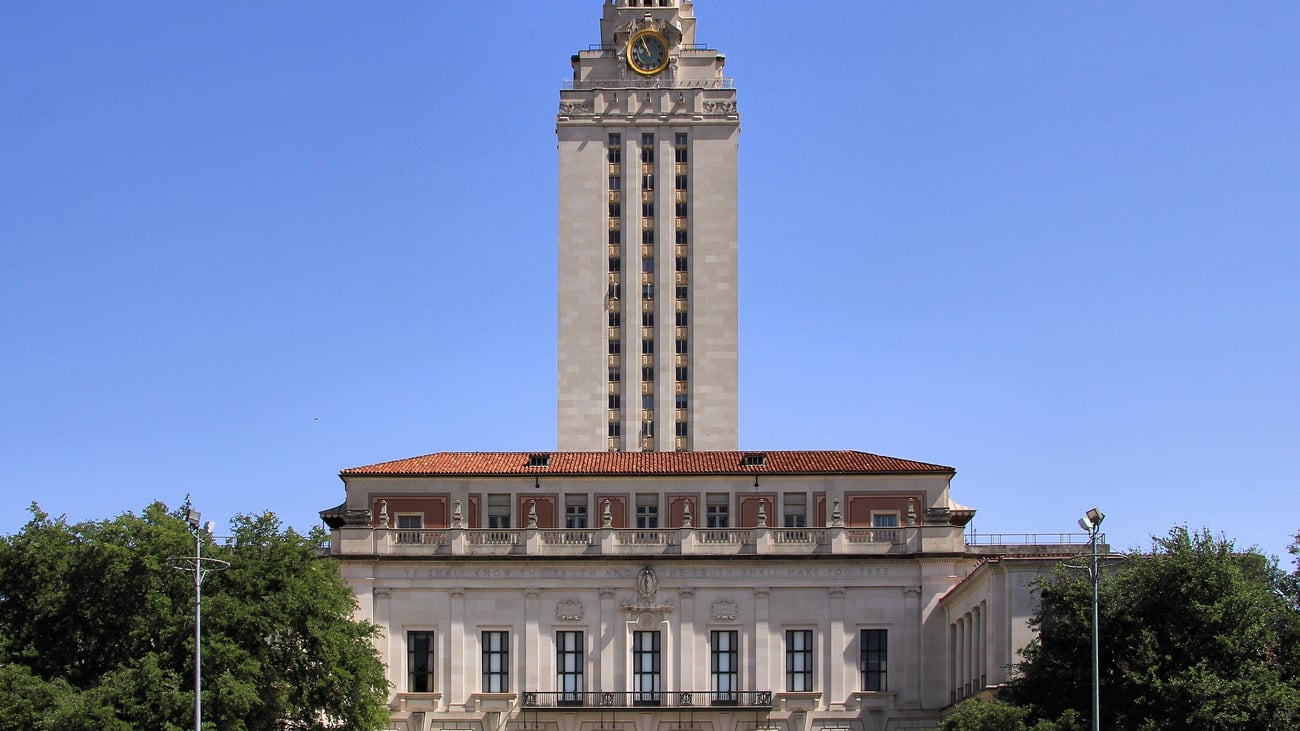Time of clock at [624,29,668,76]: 10:56
